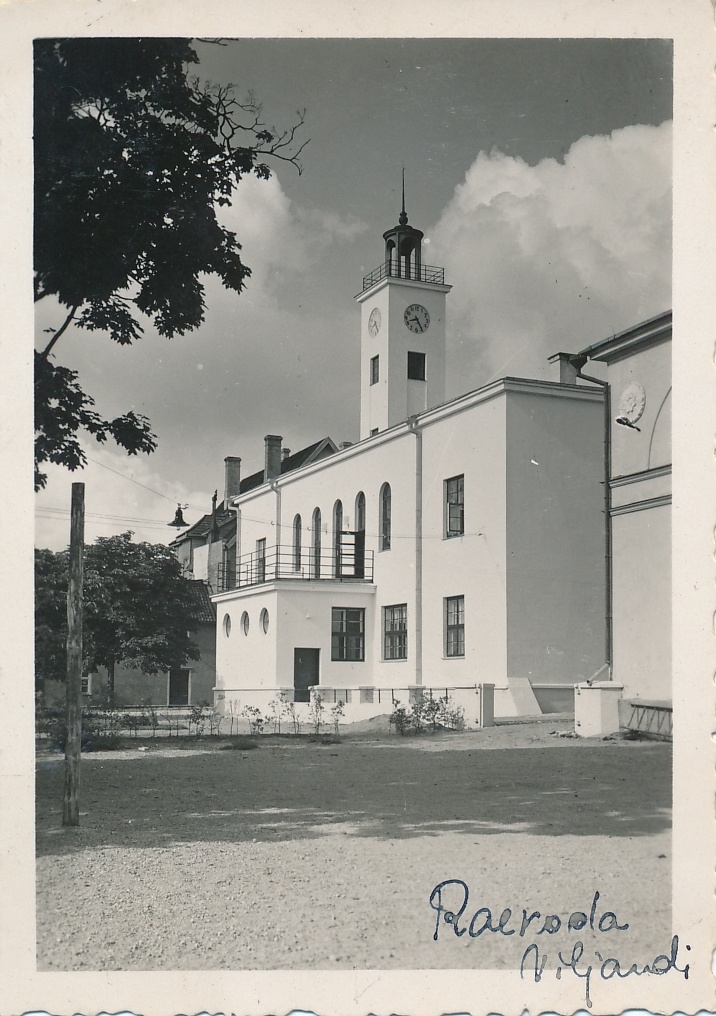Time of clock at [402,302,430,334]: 8:24
